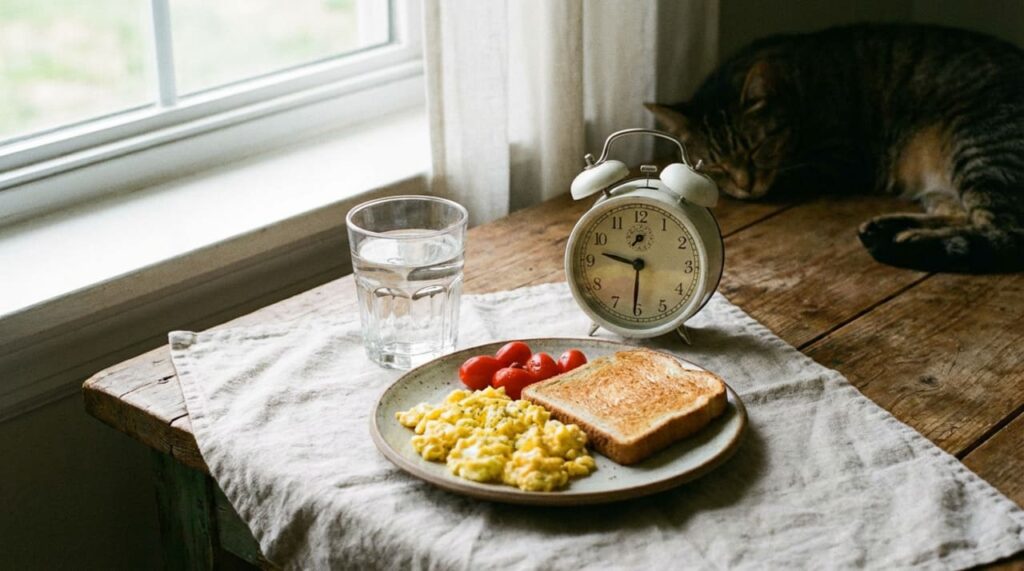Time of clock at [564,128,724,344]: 9:30
